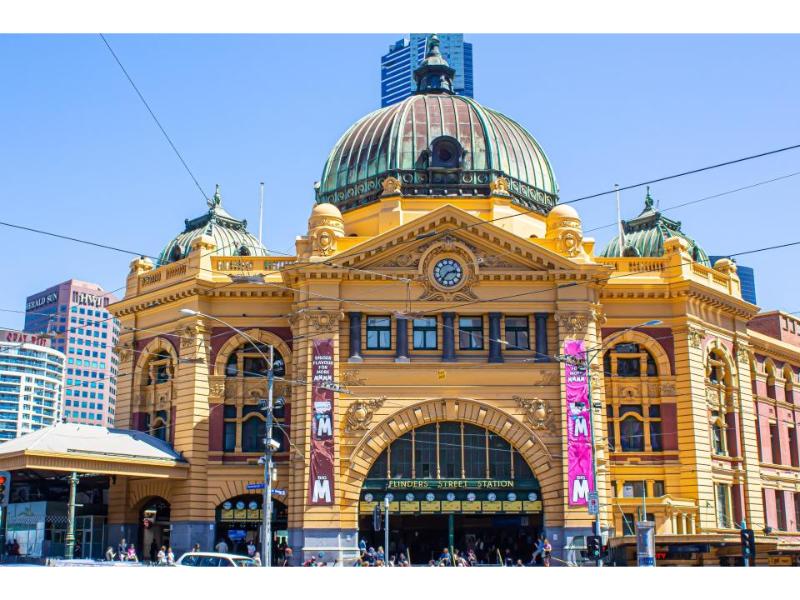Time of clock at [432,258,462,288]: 2:36
